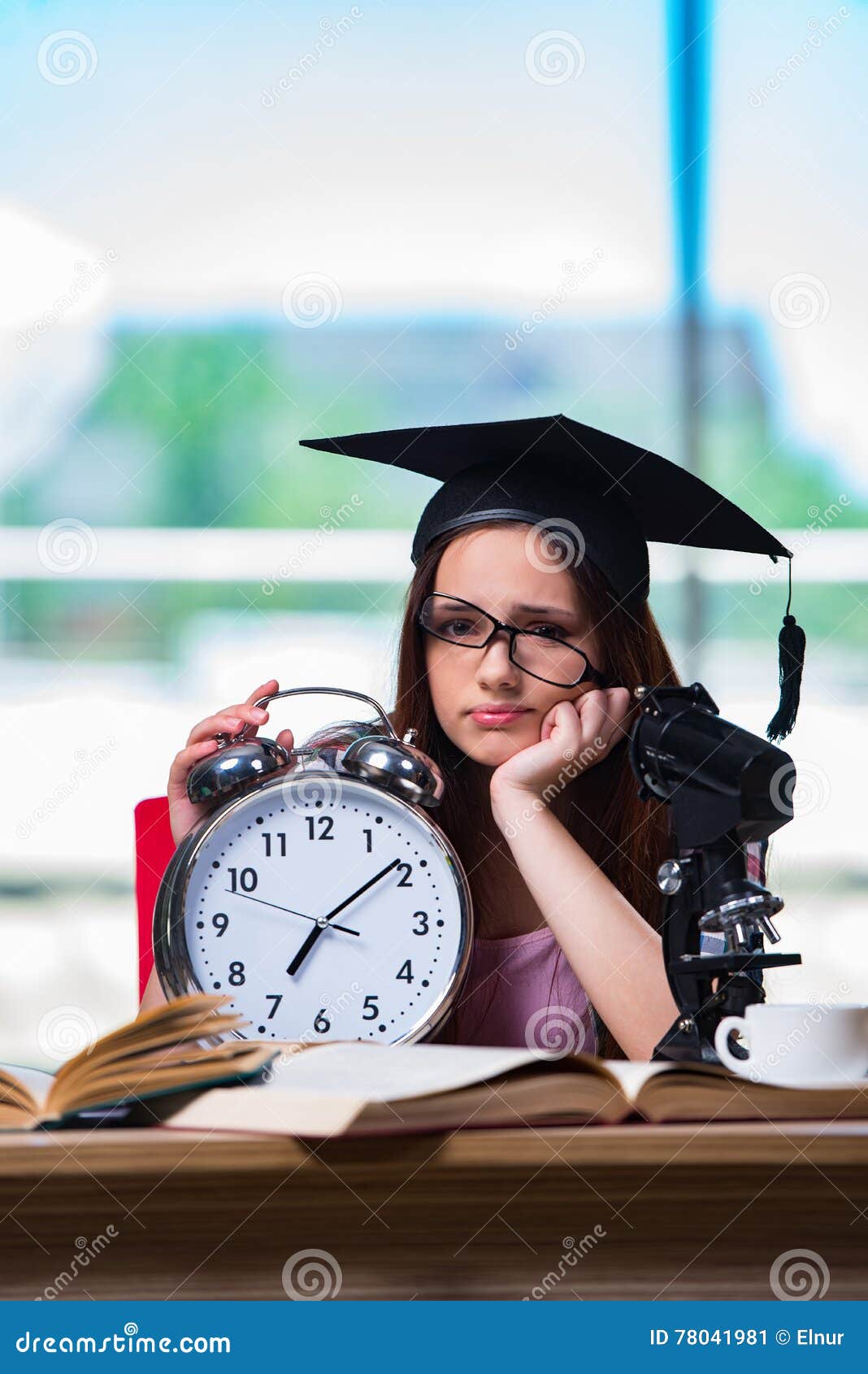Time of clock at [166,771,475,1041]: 7:08
